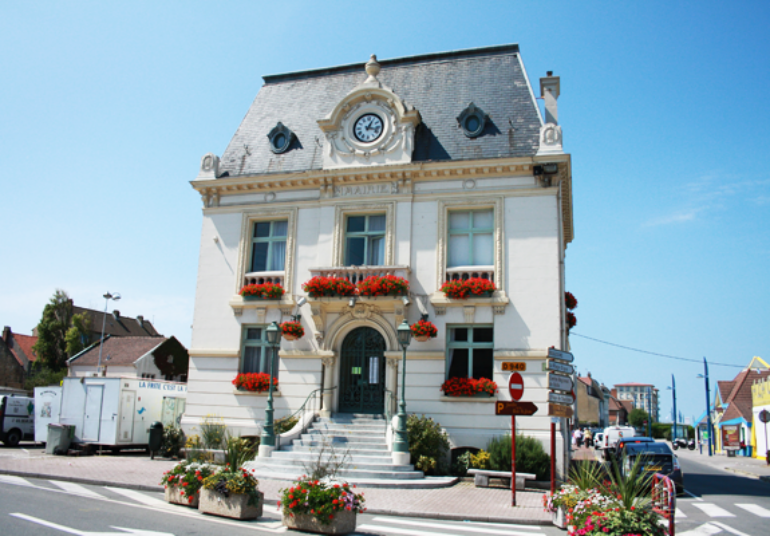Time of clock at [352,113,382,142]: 1:17
